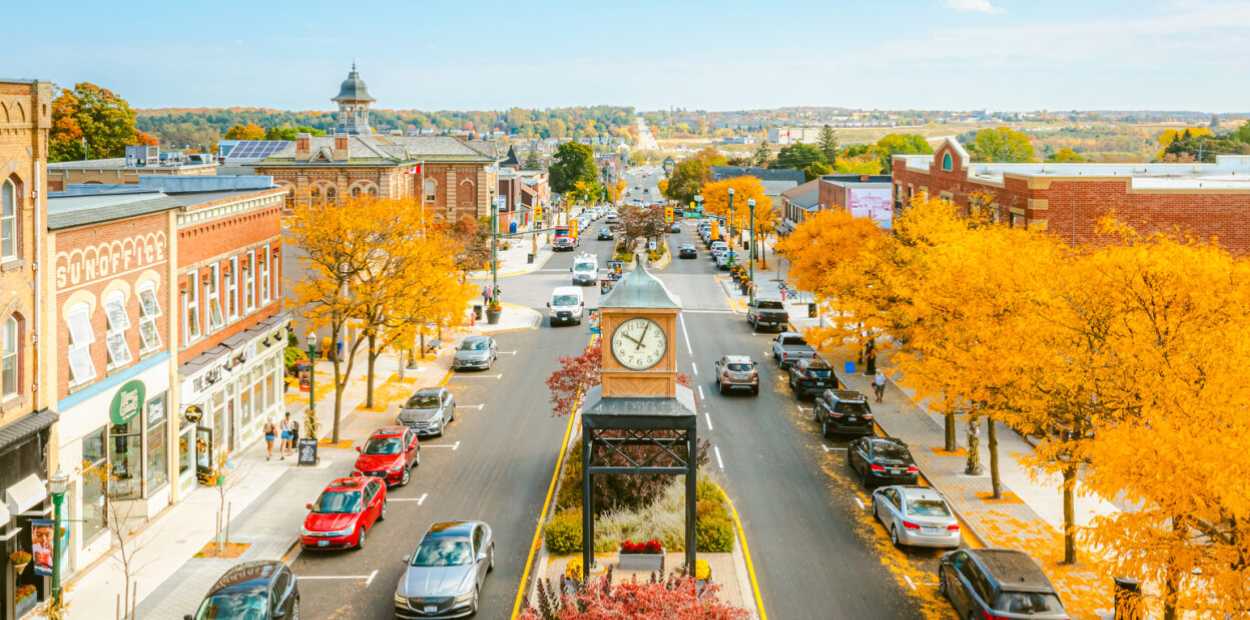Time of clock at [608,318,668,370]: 10:03
